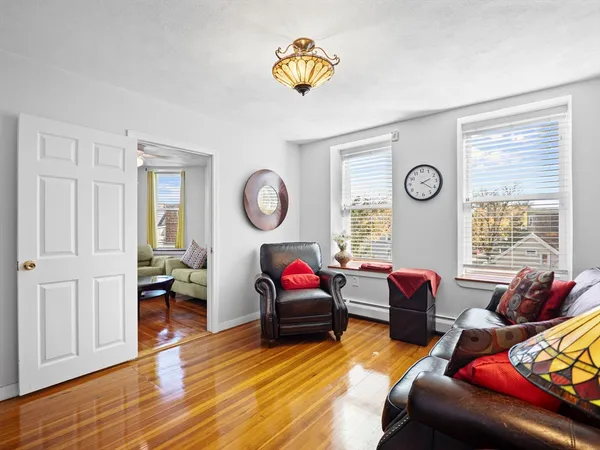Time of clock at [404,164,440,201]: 2:21
